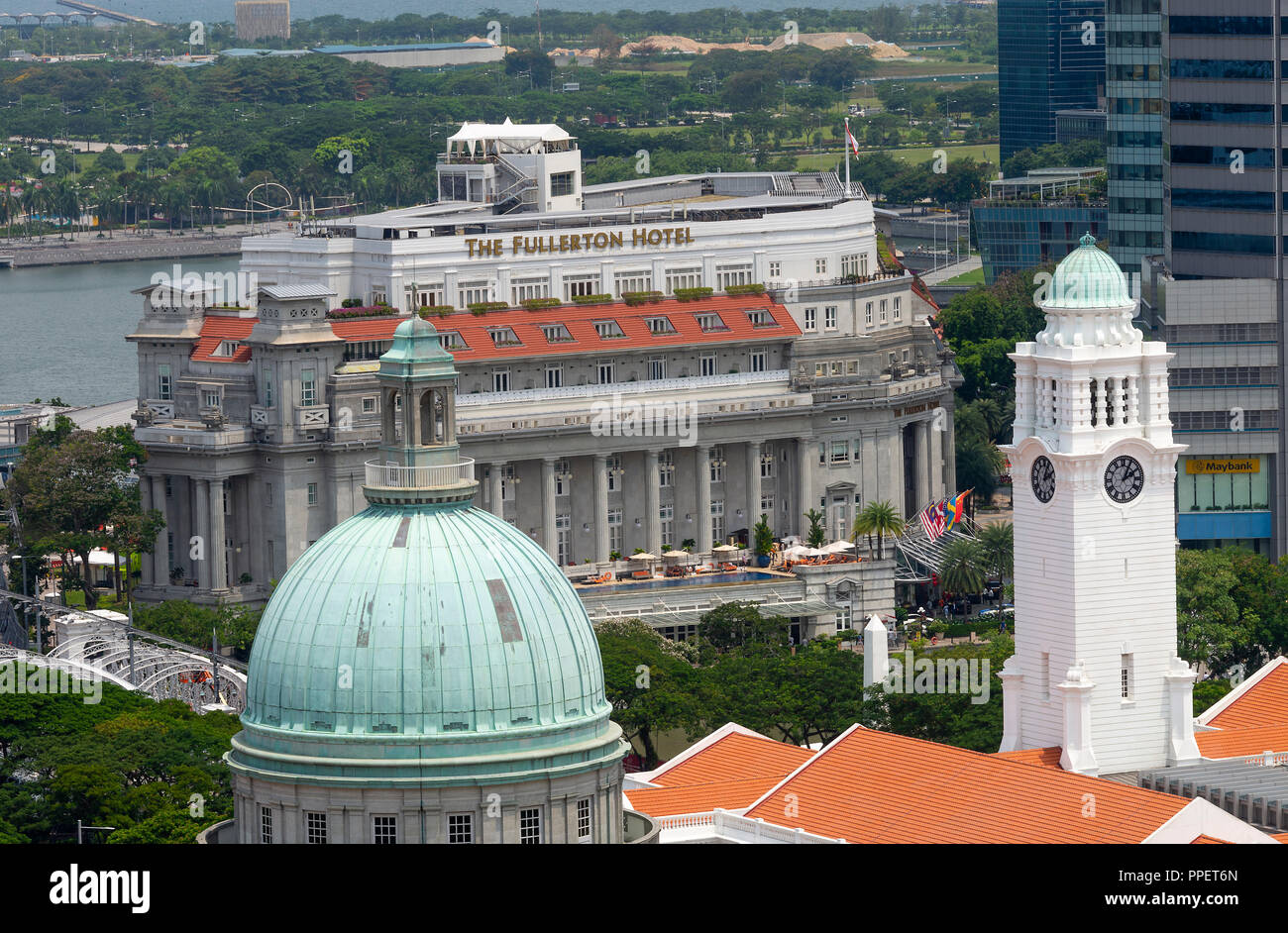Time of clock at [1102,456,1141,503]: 2:04
